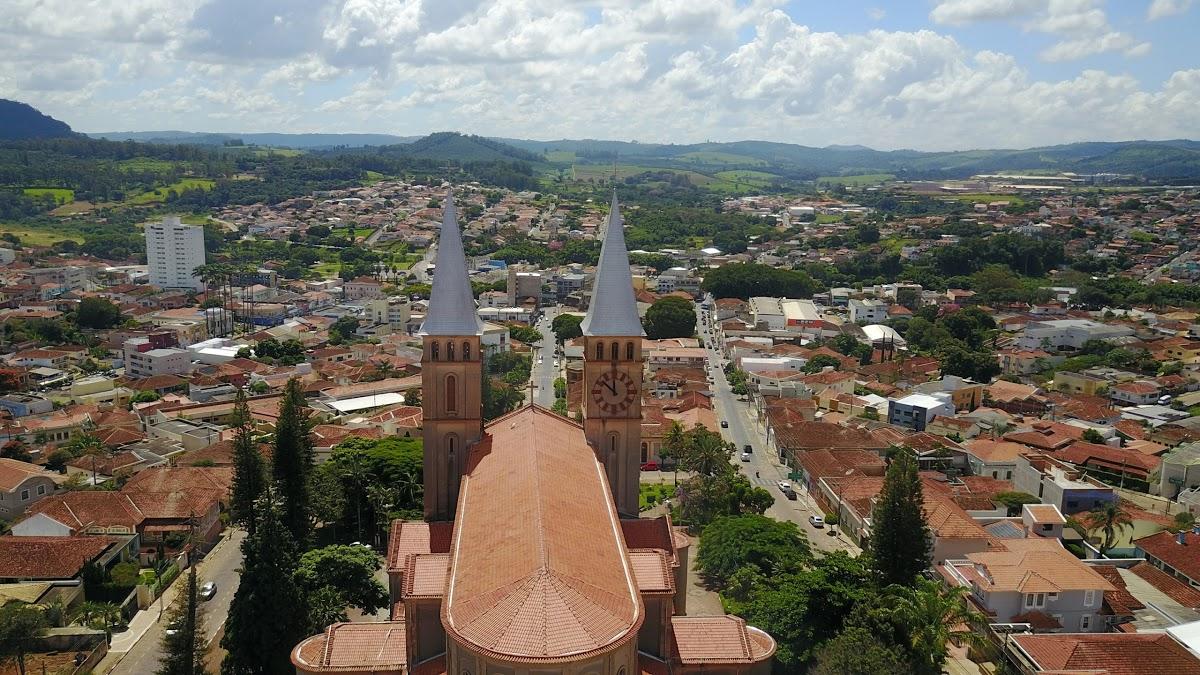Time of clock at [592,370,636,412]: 11:52
